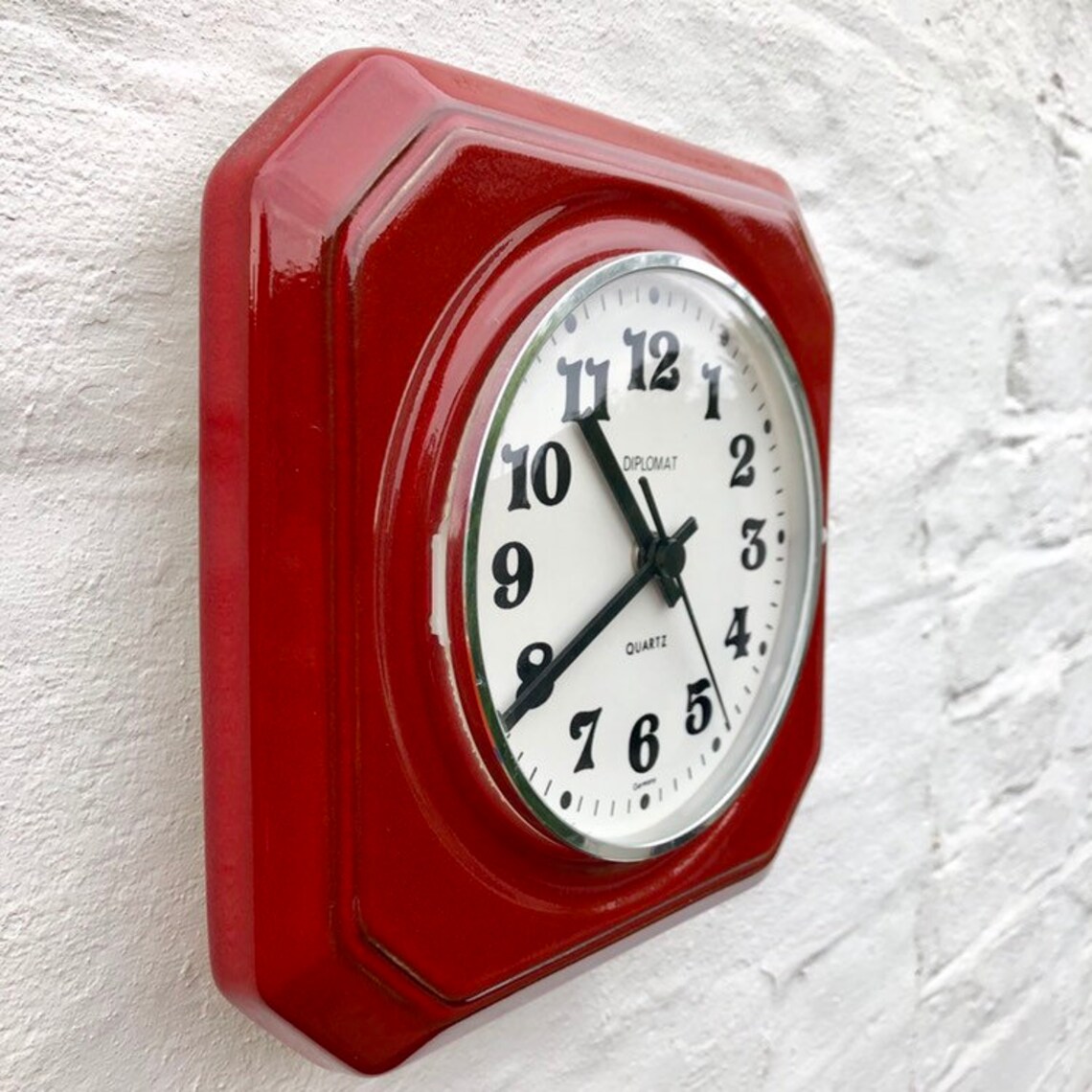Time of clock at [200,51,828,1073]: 10:39
